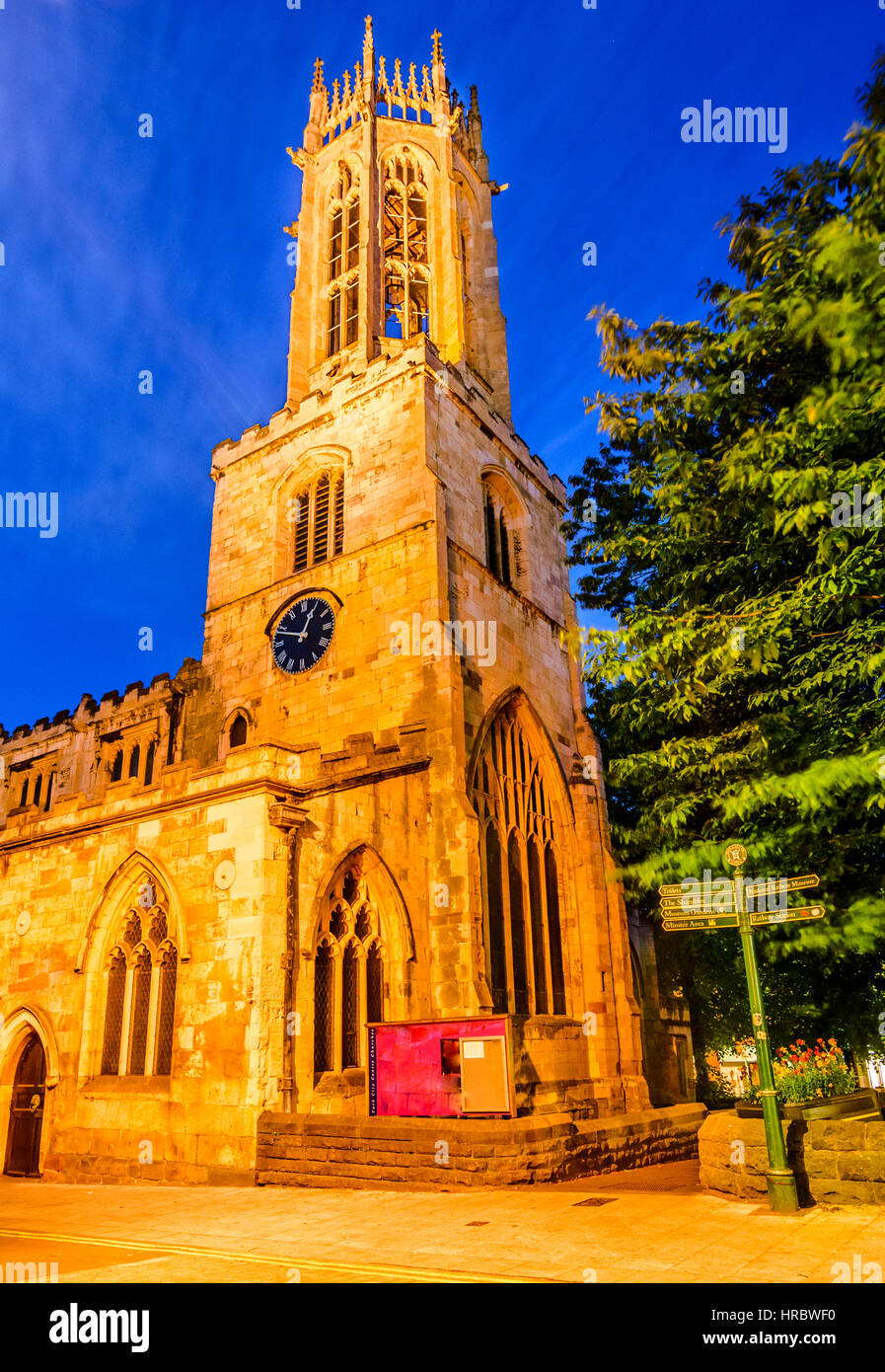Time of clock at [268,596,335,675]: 12:48
